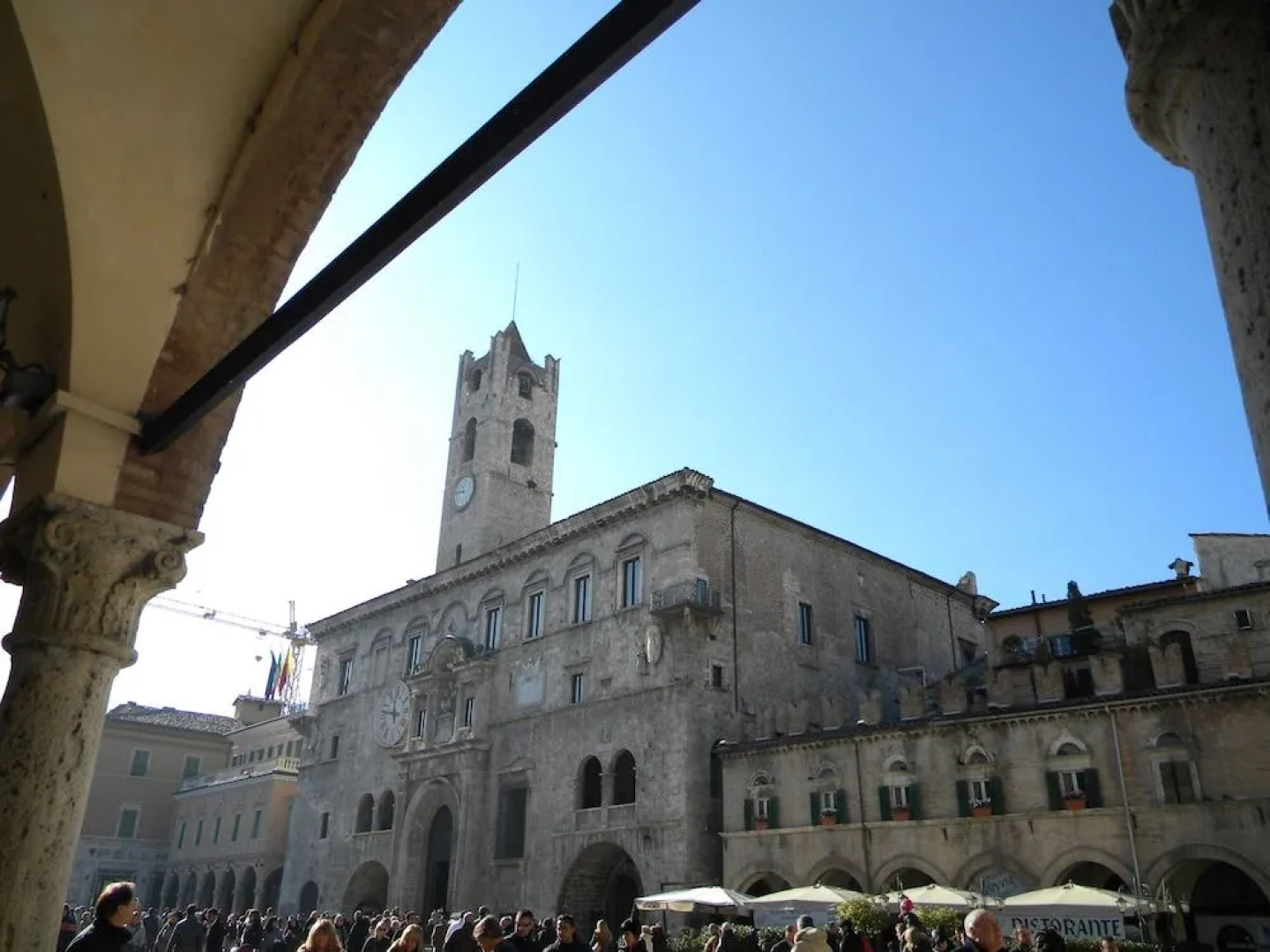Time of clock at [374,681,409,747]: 11:46
